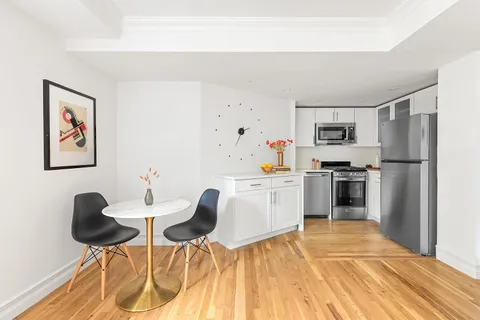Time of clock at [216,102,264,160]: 2:34
